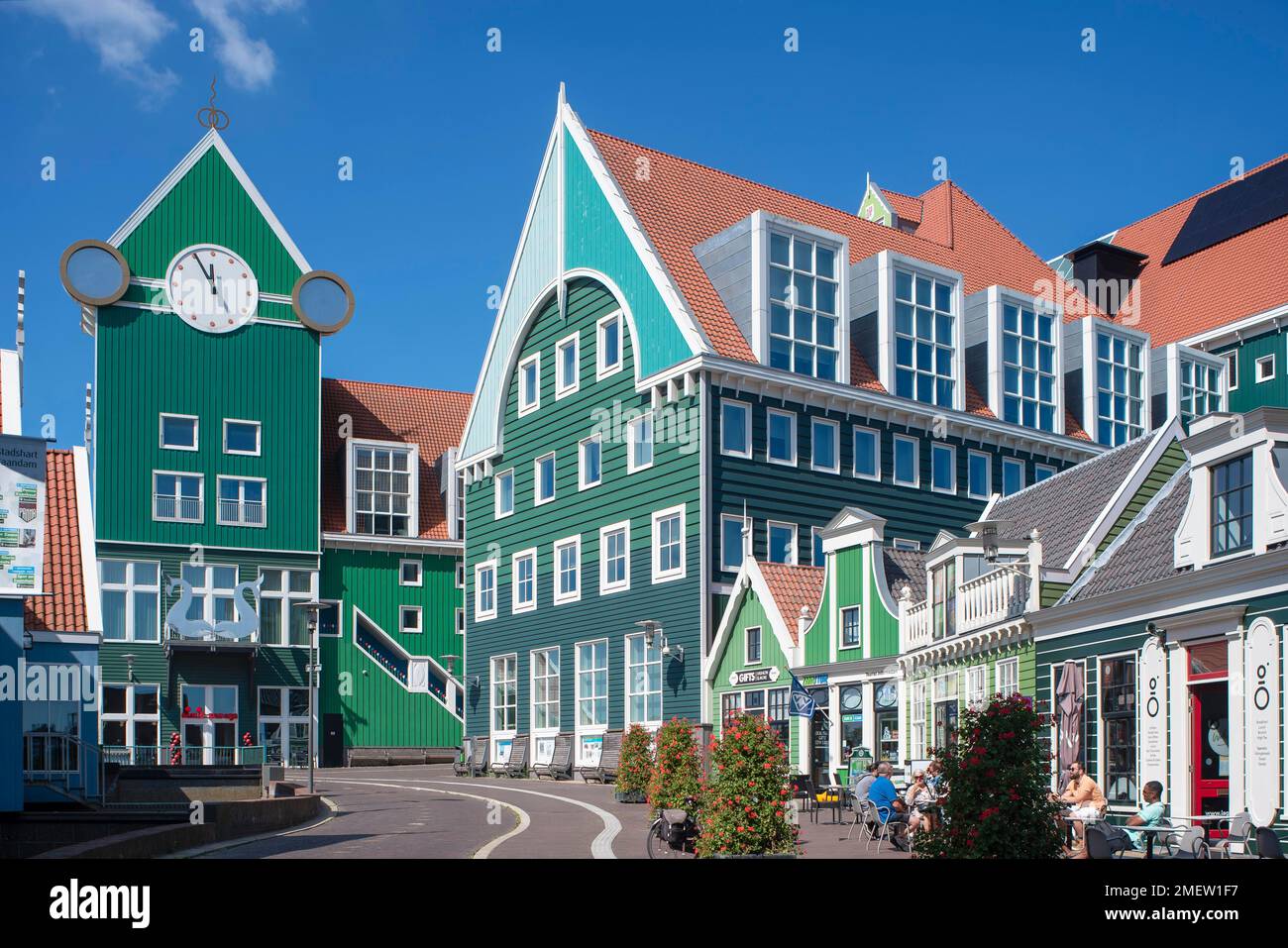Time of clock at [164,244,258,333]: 11:55
